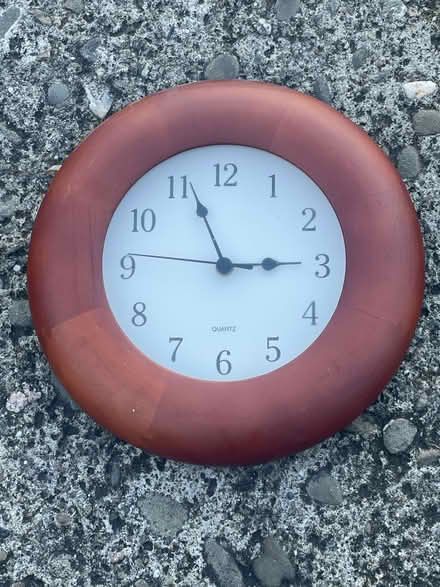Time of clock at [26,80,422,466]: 2:56
